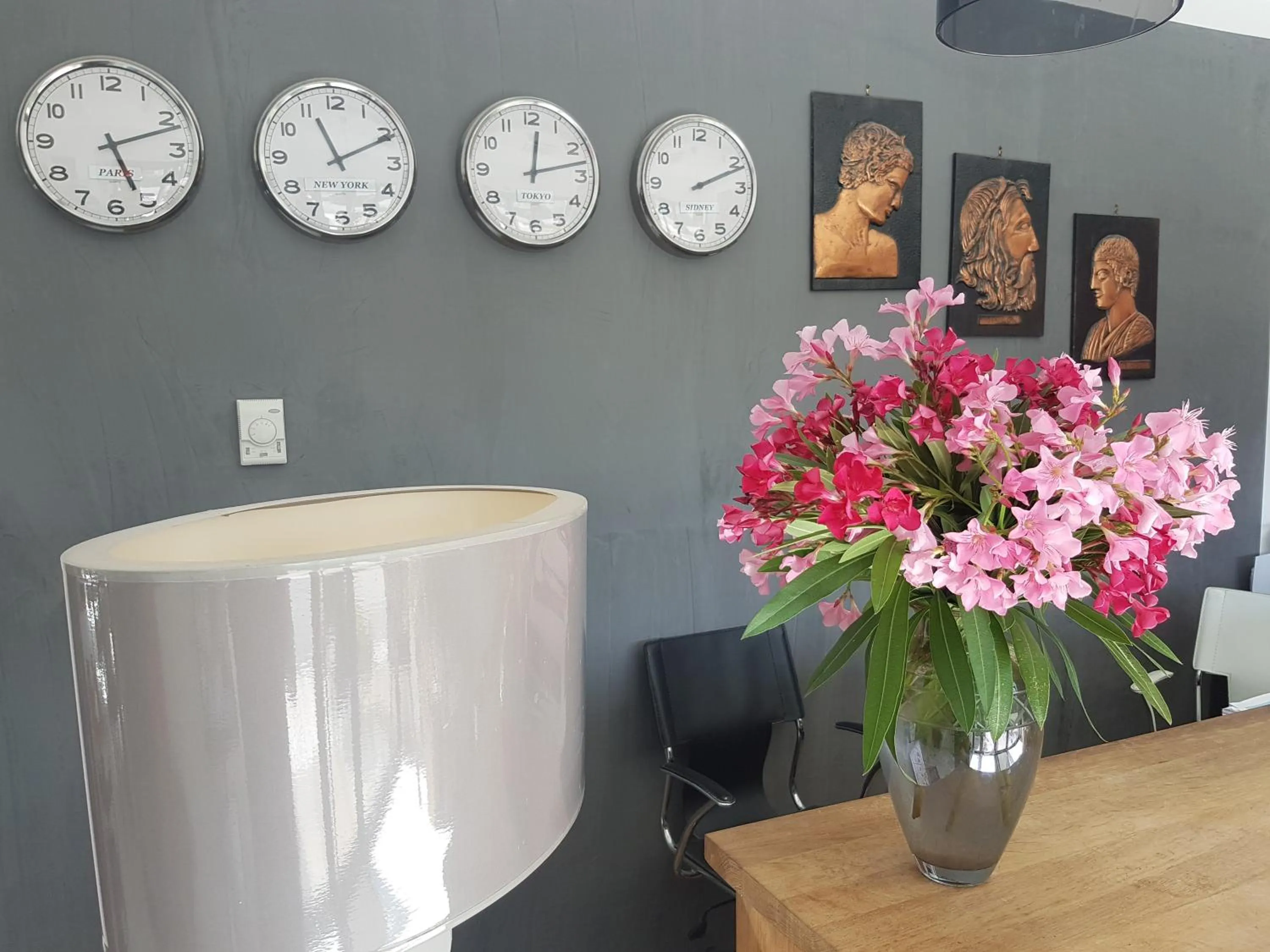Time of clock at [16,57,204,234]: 5:11
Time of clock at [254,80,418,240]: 11:10
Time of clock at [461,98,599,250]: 12:12
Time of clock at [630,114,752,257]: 2:11
